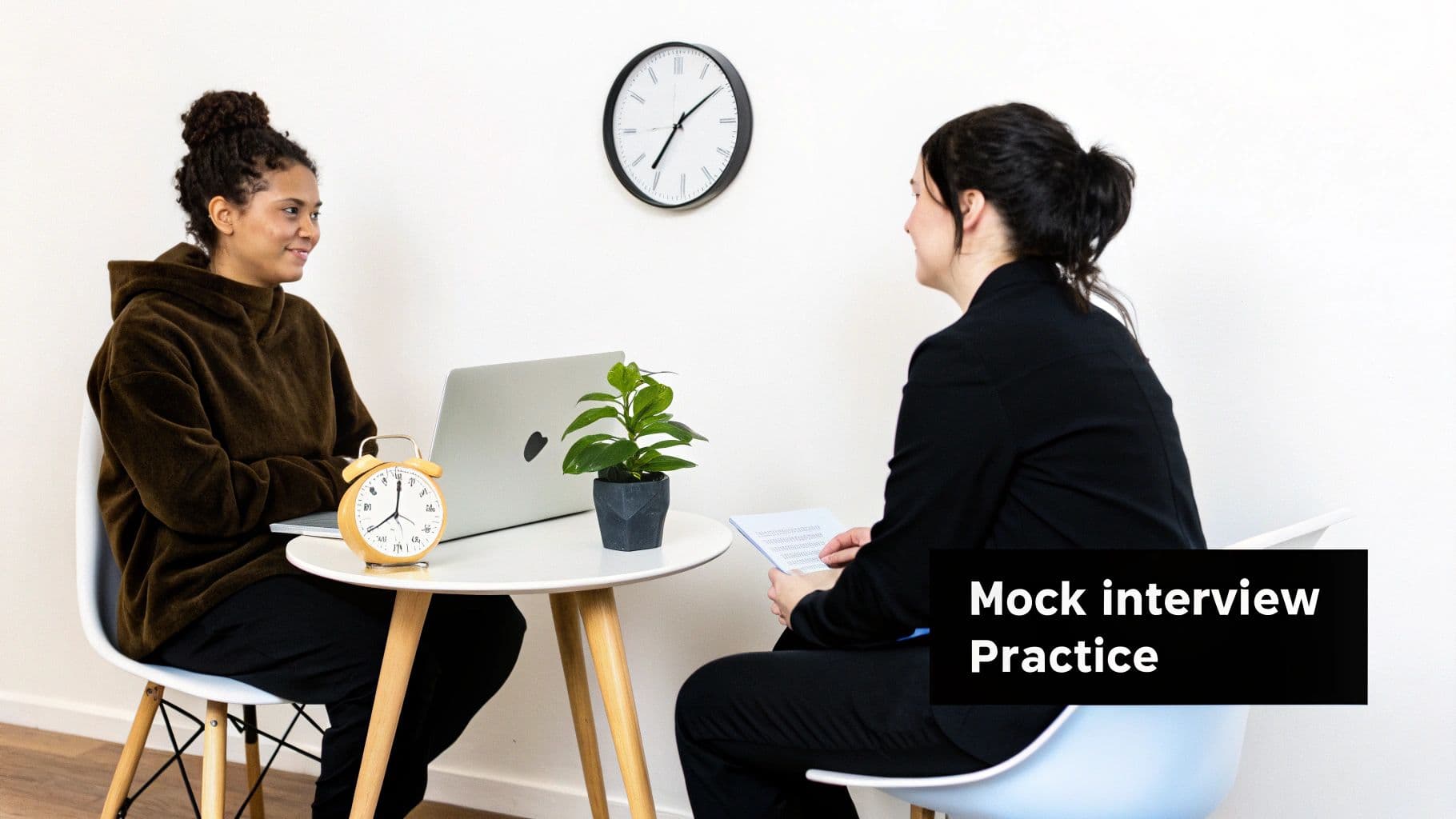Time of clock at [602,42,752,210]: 7:09
